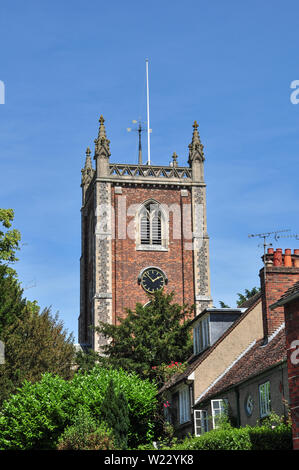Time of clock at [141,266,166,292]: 1:52
